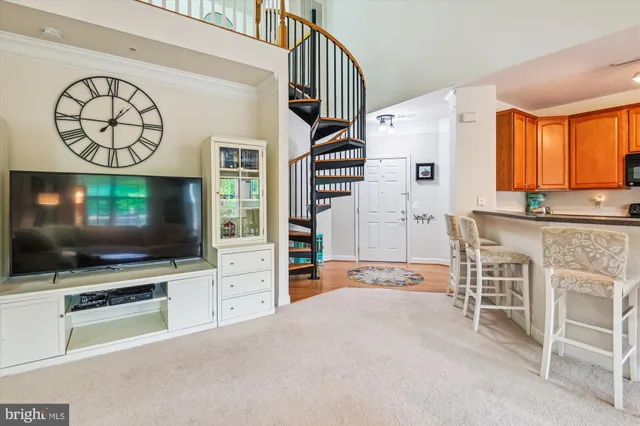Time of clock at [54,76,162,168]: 1:14
